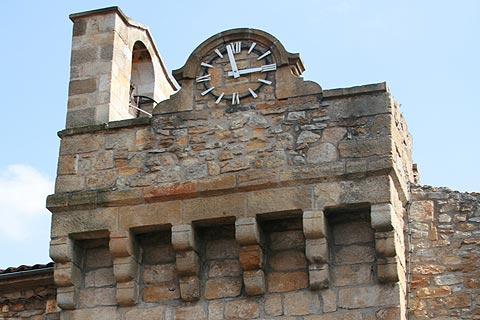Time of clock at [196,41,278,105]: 2:58
